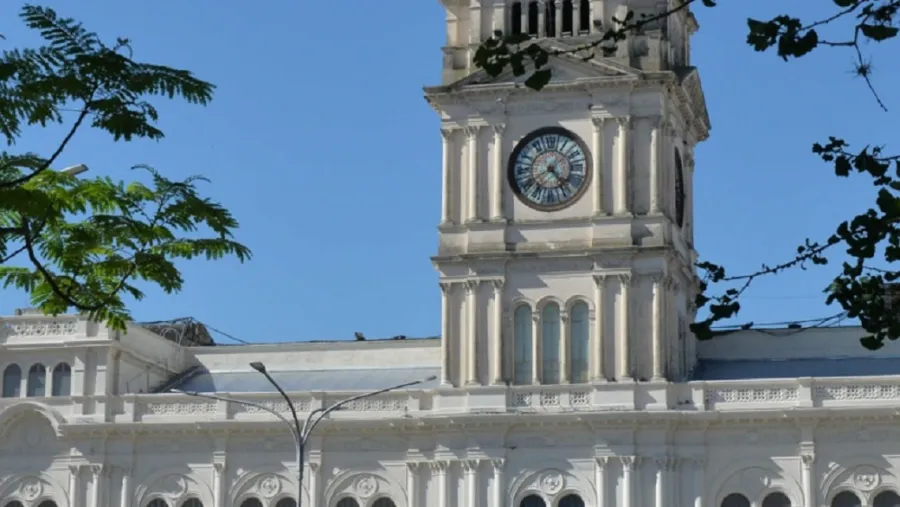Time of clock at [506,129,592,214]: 4:40
